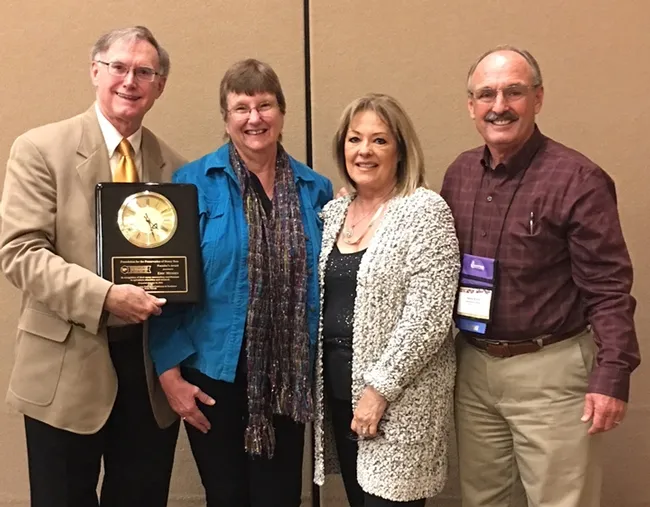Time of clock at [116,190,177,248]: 4:26
